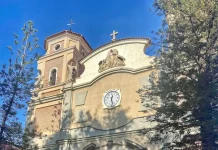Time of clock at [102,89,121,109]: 12:27
